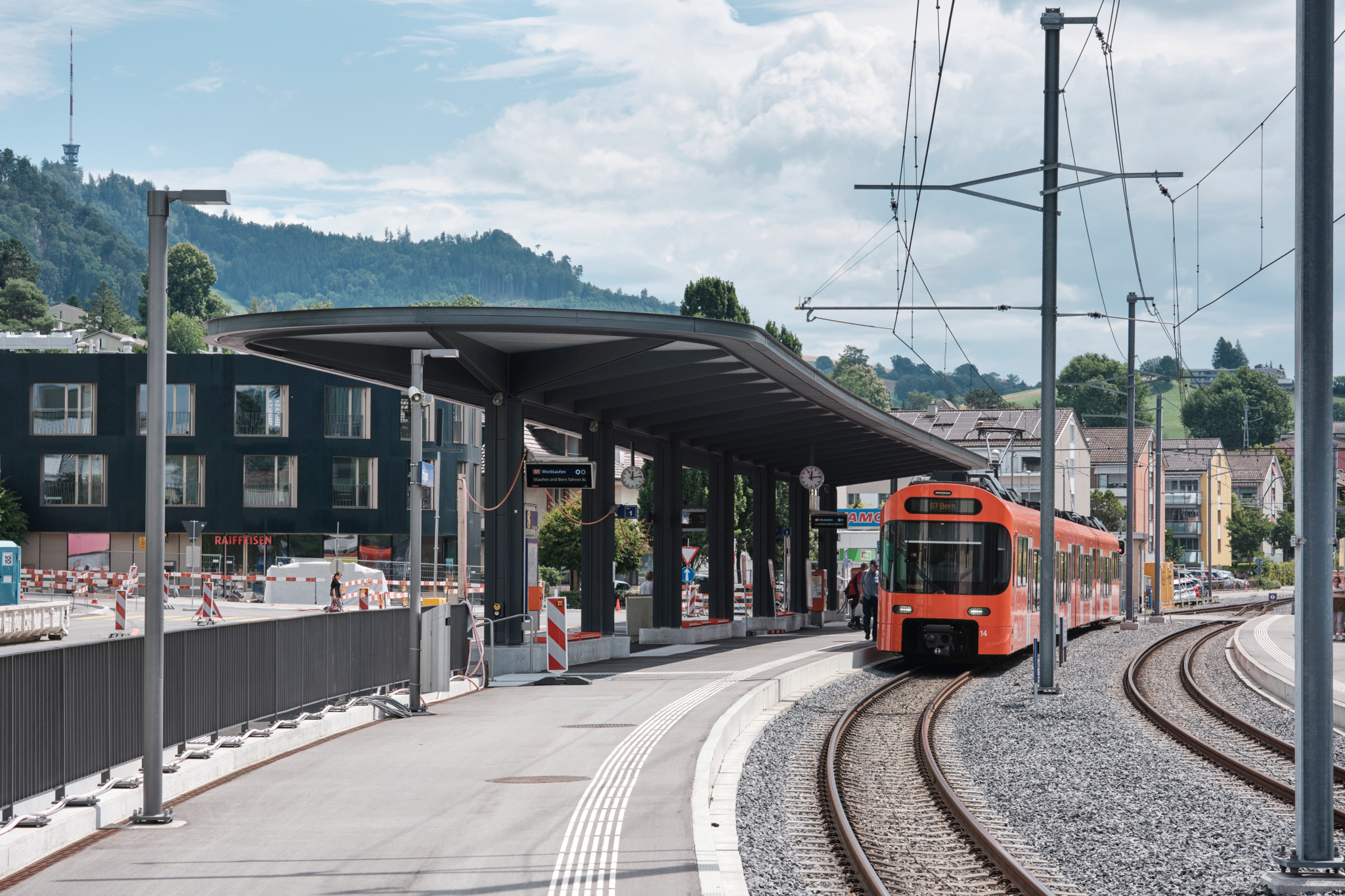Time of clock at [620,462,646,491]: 12:13
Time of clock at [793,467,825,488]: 12:13
